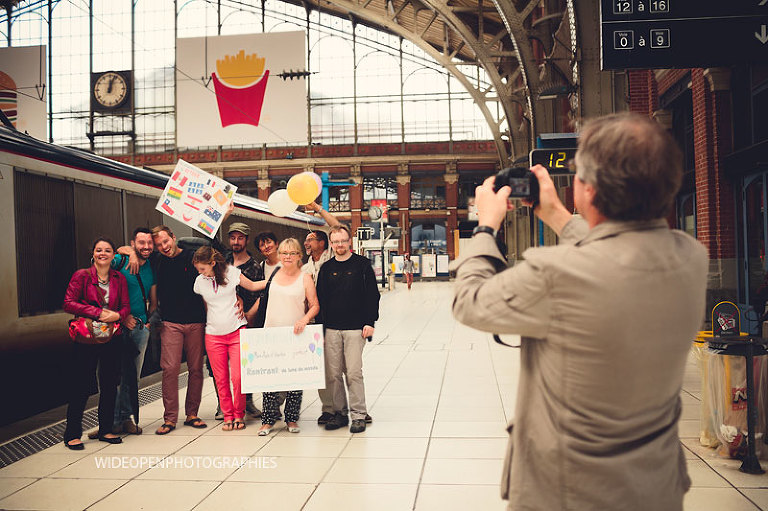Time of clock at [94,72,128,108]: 12:03
